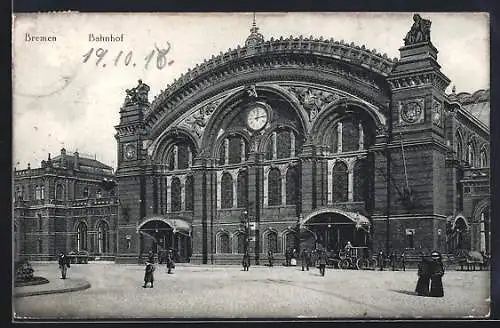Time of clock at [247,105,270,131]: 12:13
